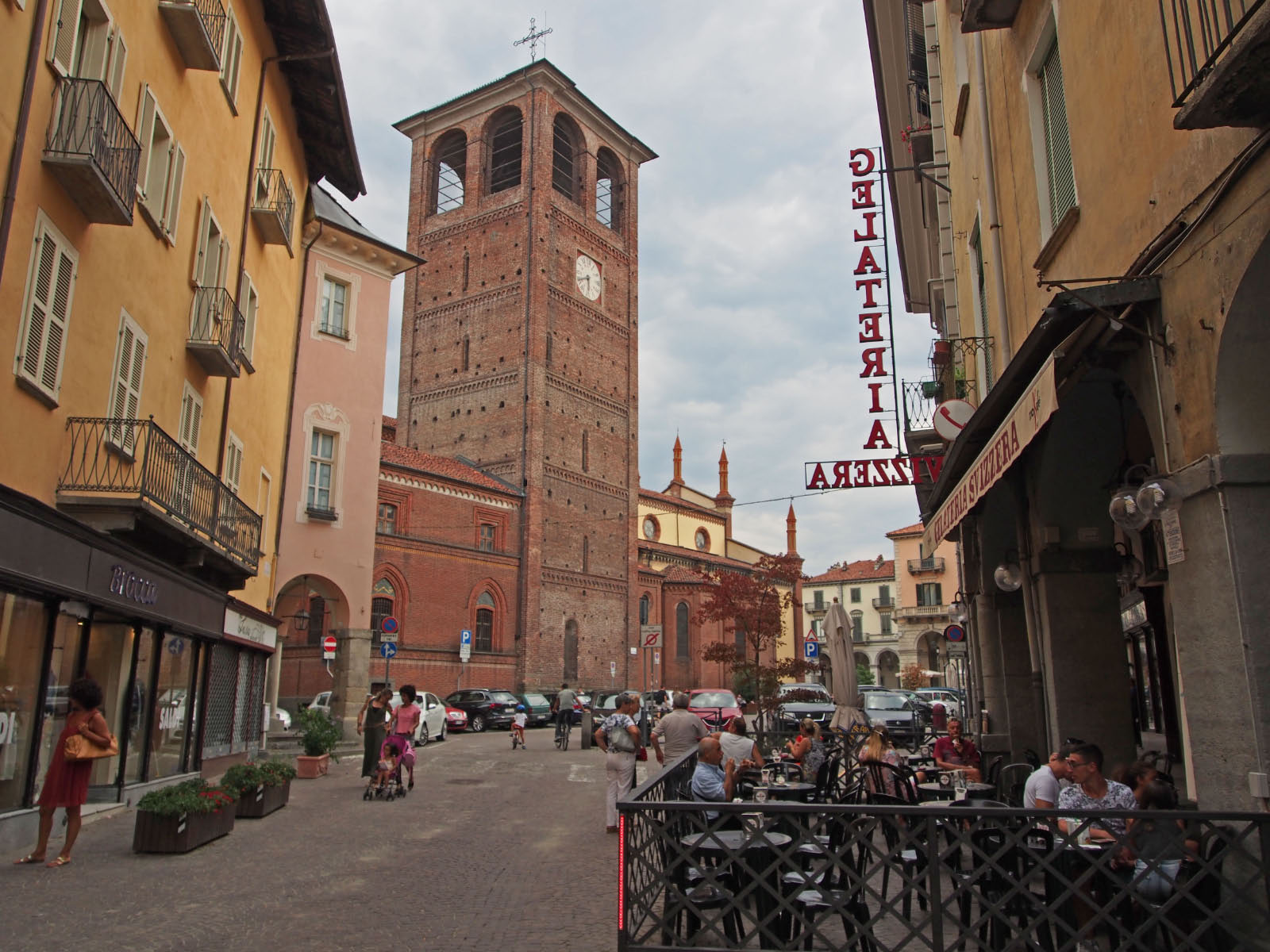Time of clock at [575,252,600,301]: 5:40
